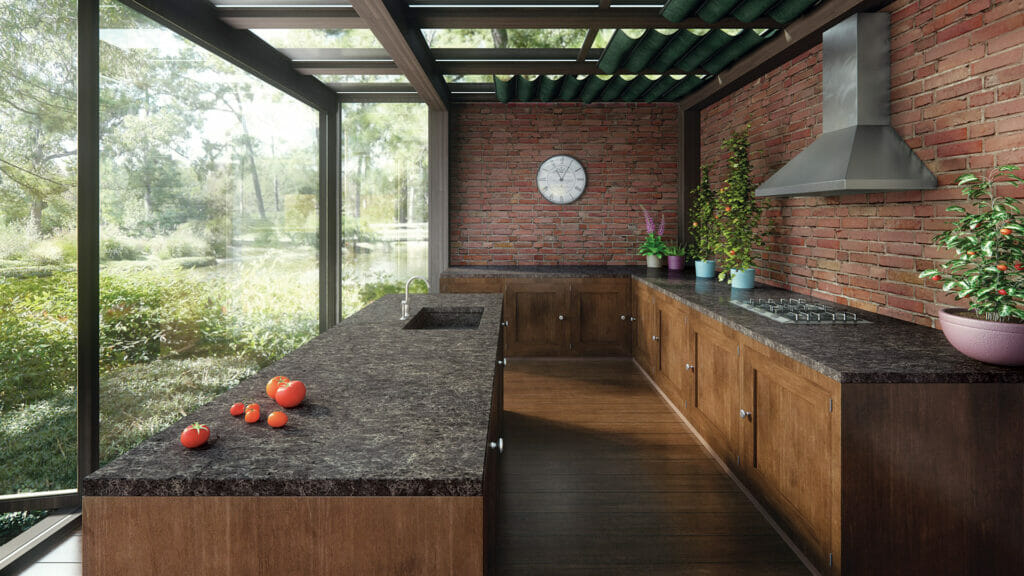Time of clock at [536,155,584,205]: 11:04
